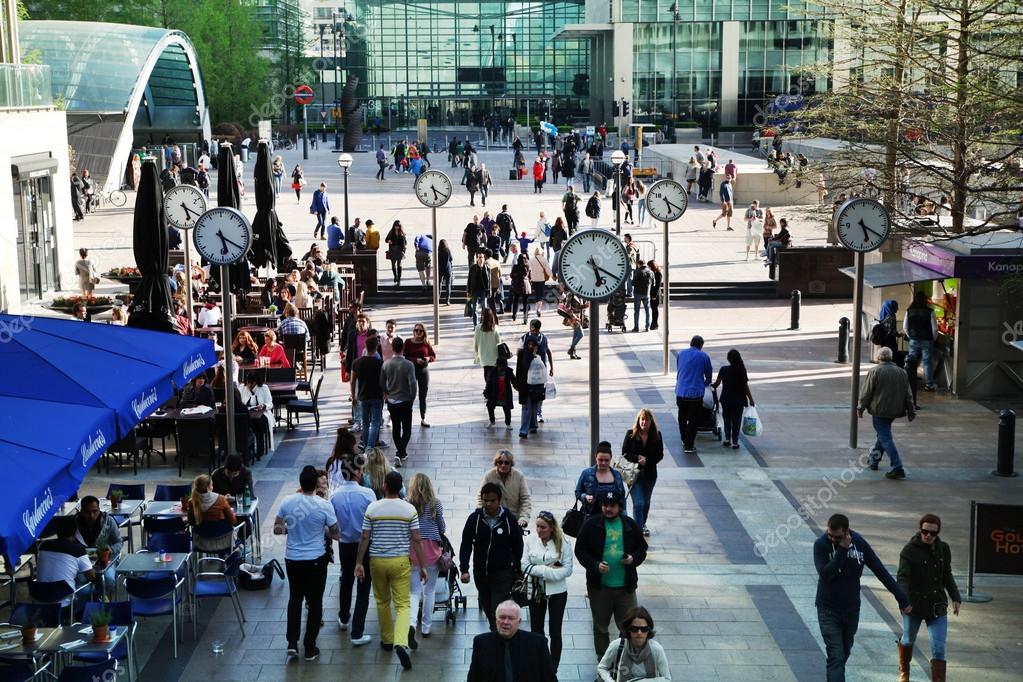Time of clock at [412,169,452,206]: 5:20
